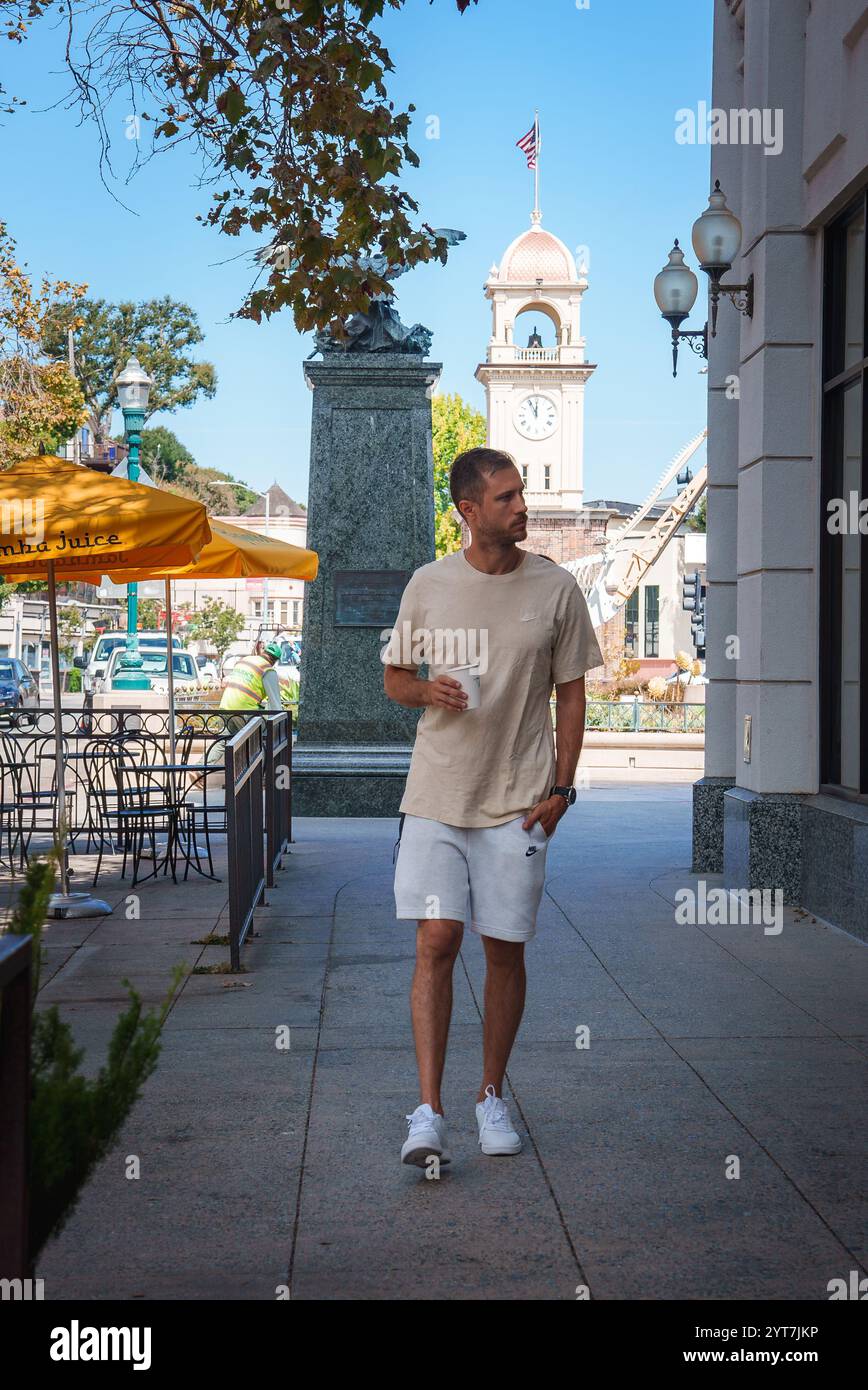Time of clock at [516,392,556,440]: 11:55
